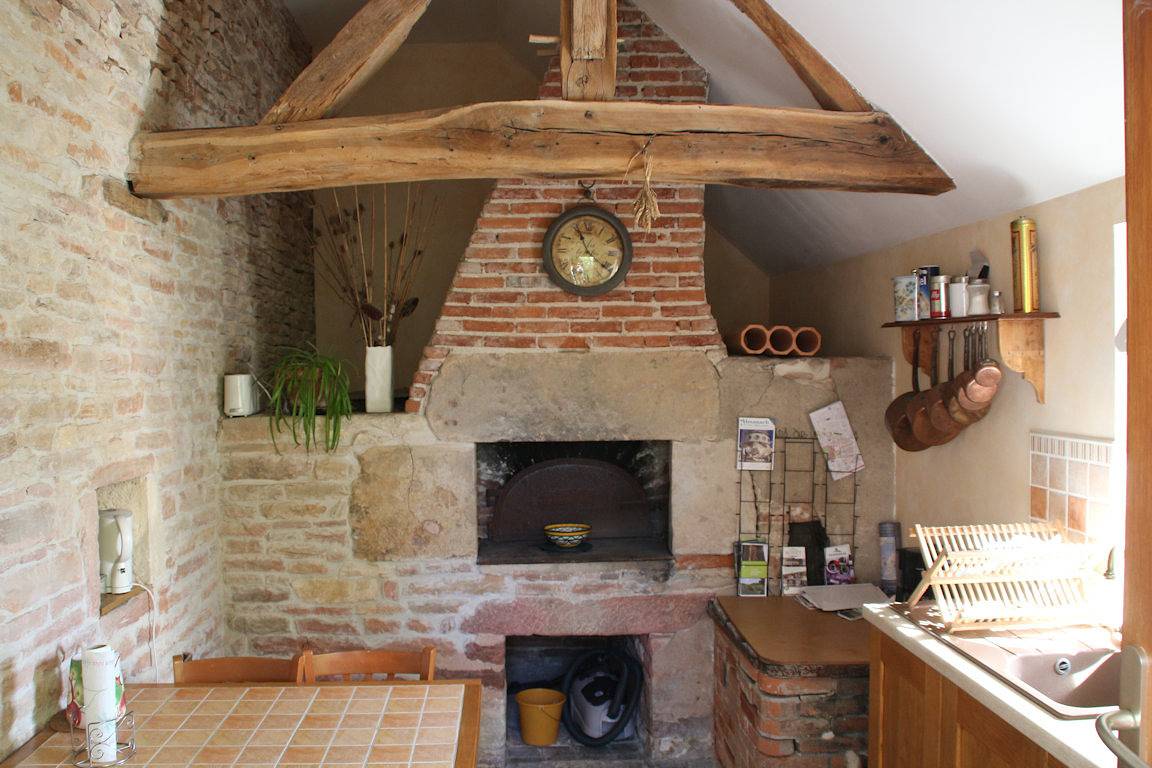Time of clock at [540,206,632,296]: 11:21
